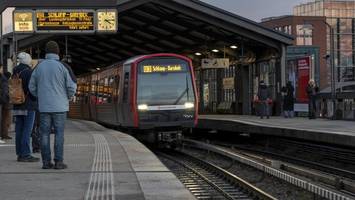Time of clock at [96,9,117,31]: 4:13
